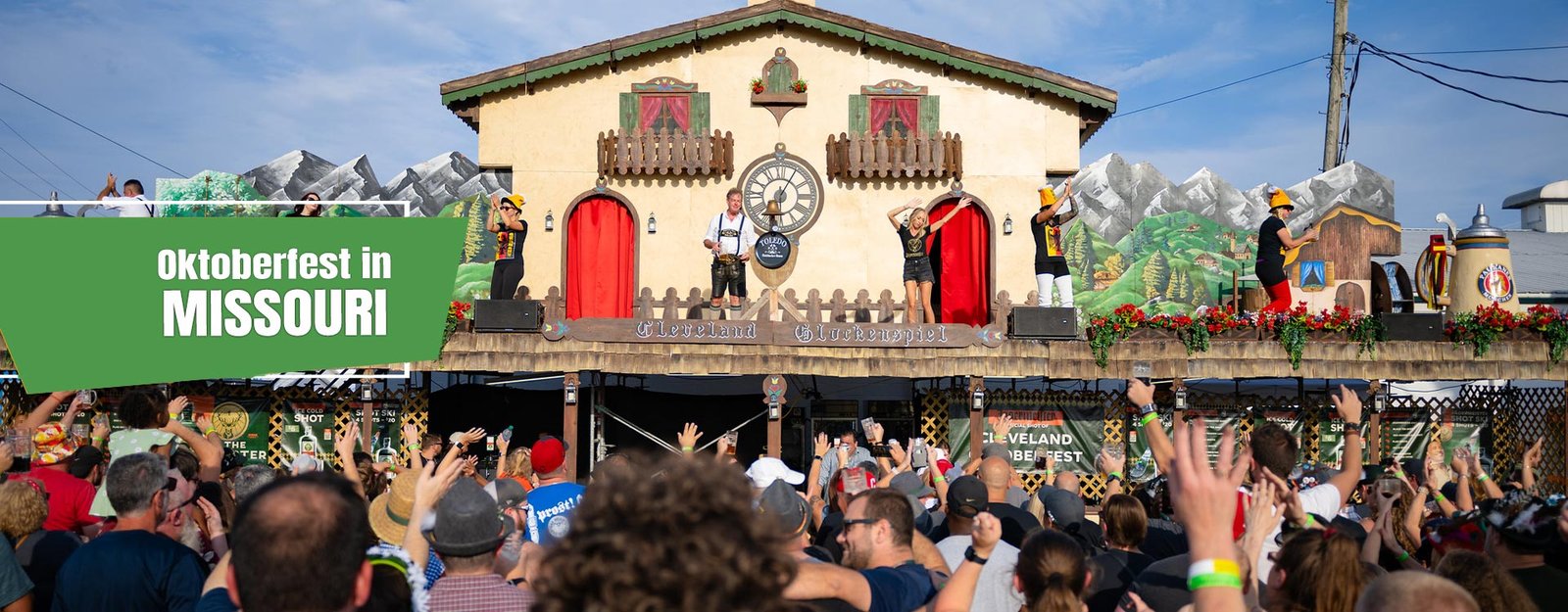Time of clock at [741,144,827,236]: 6:05
